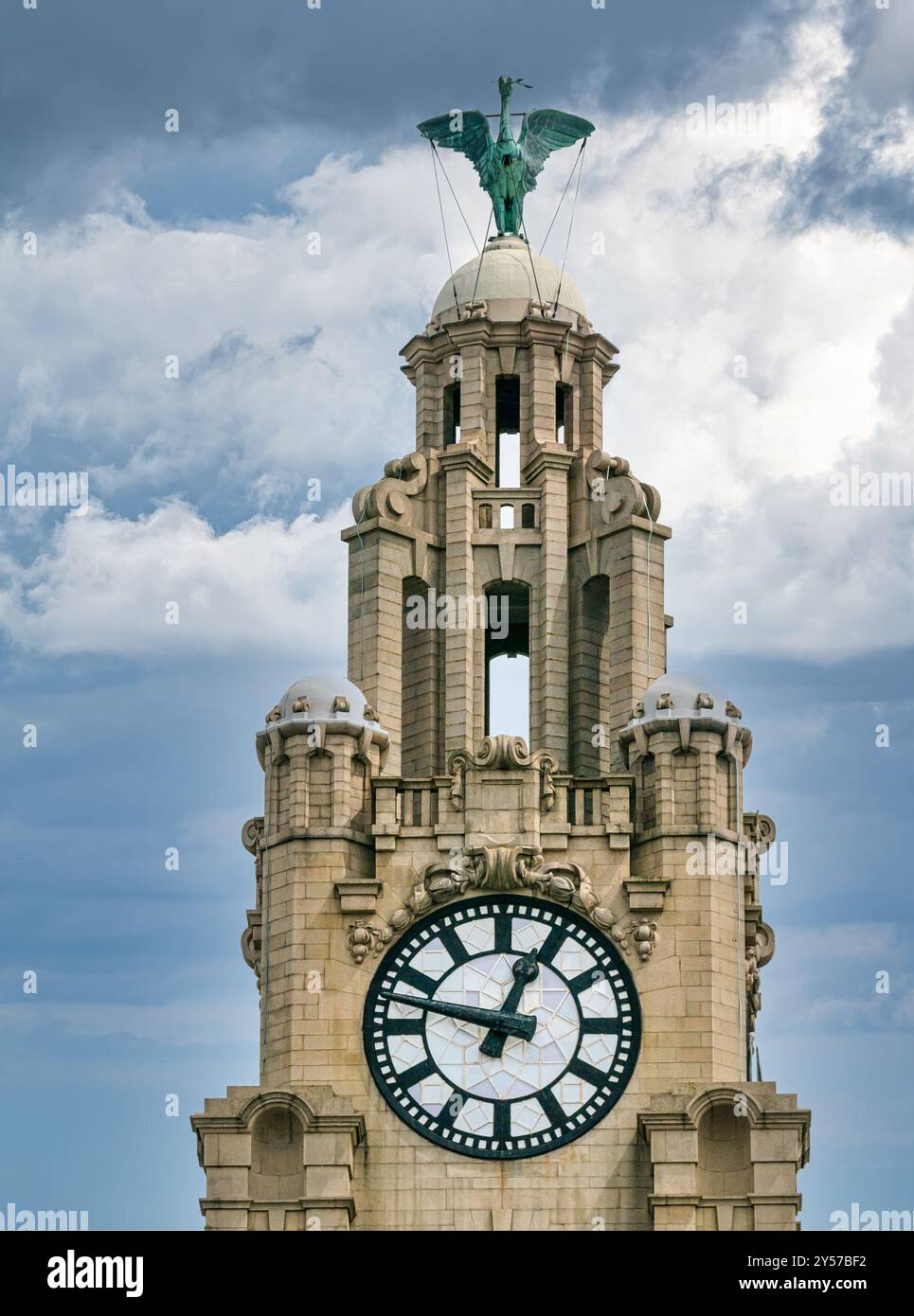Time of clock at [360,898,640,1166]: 12:47
